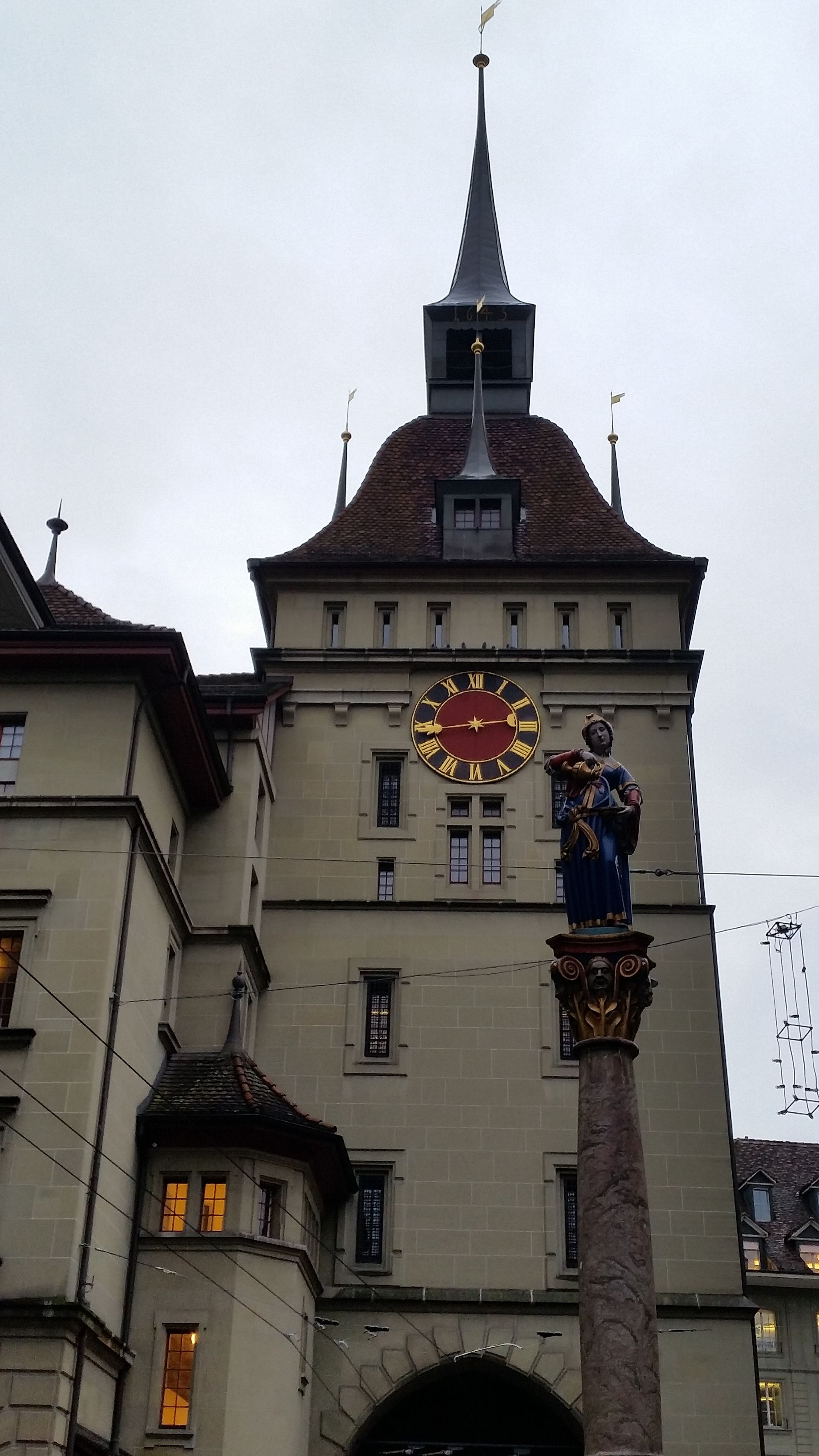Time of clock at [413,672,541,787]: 2:43
